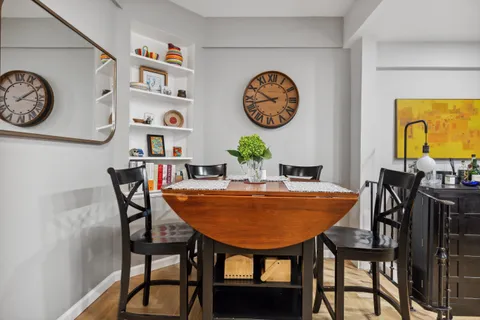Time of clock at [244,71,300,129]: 9:42
